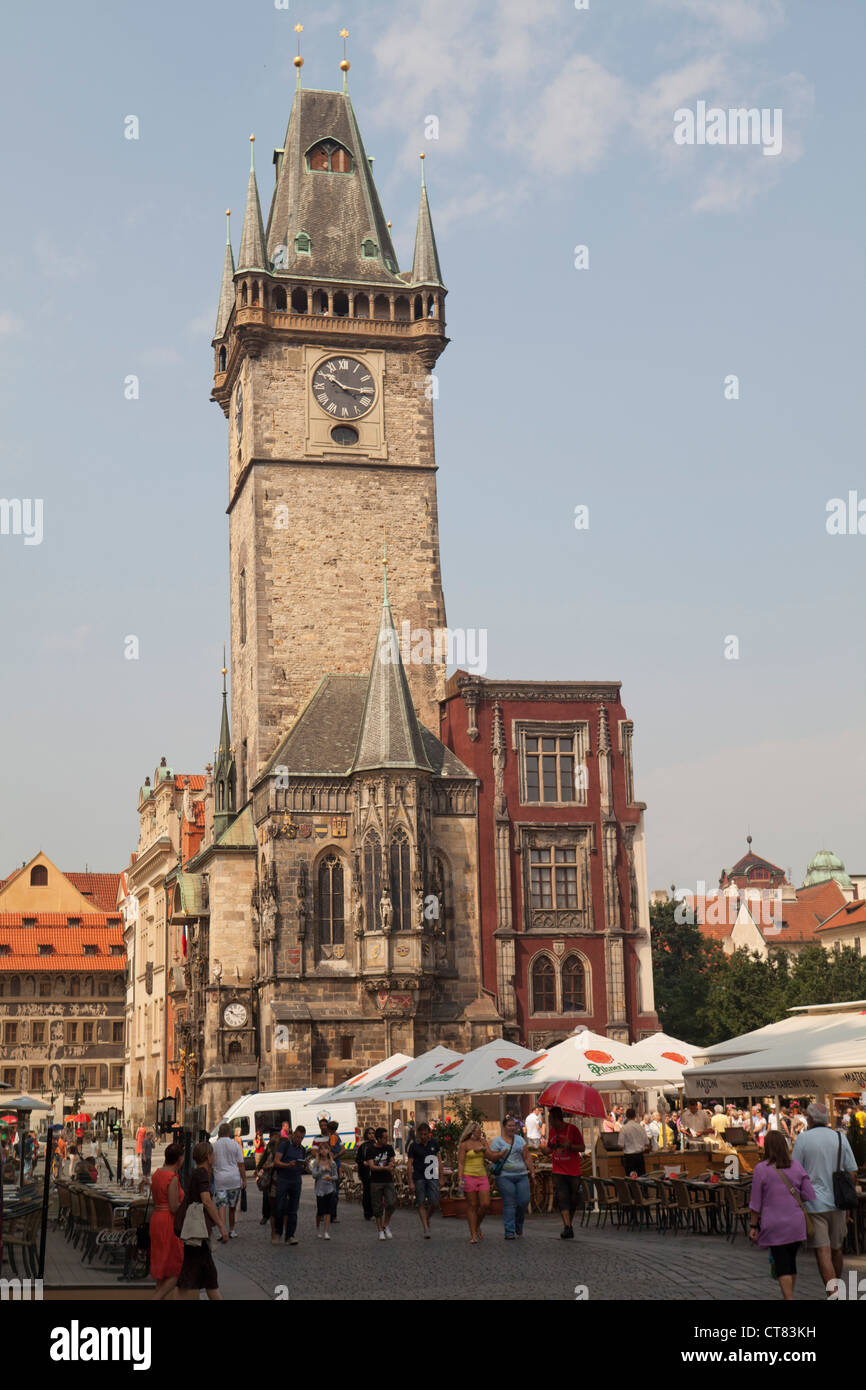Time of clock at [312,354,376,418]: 10:15
